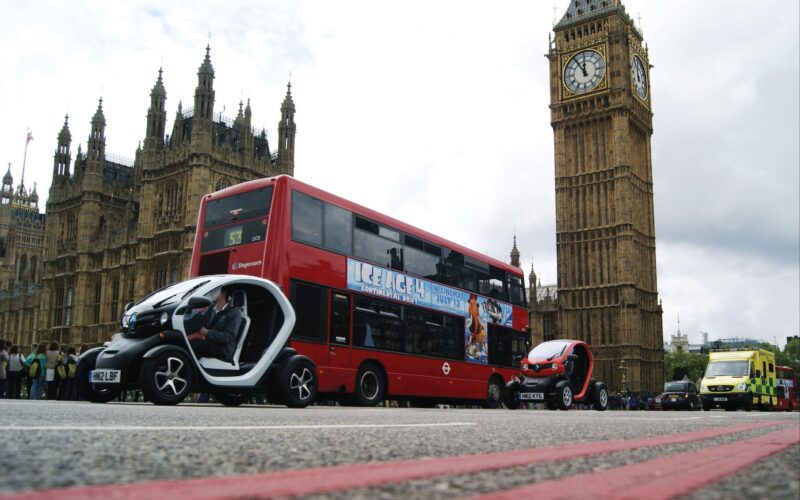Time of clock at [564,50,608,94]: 11:54
